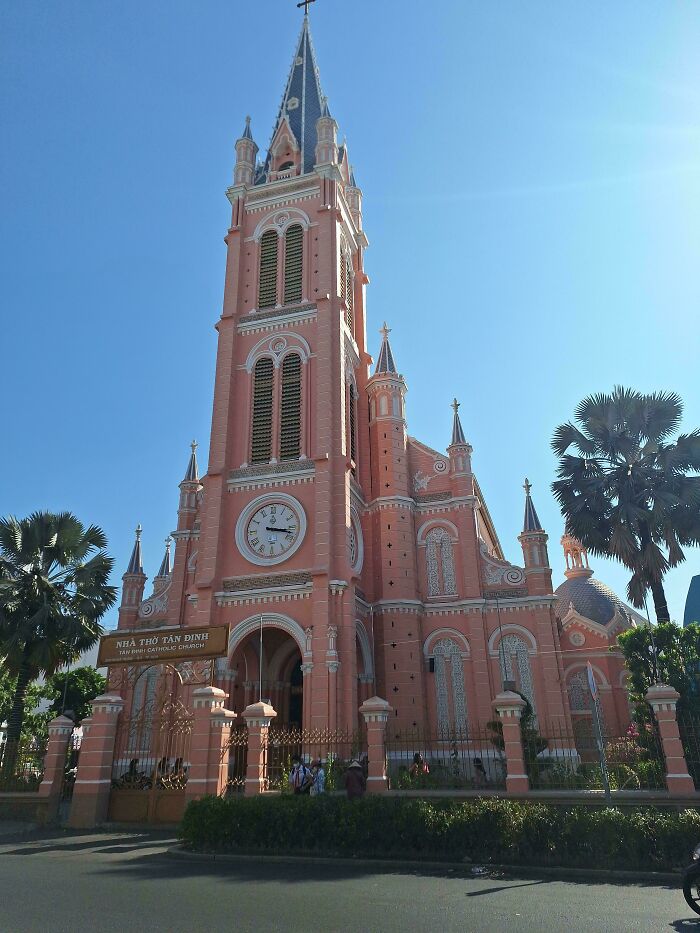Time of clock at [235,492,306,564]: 3:17
